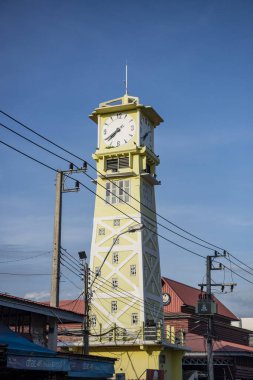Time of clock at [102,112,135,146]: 7:39
